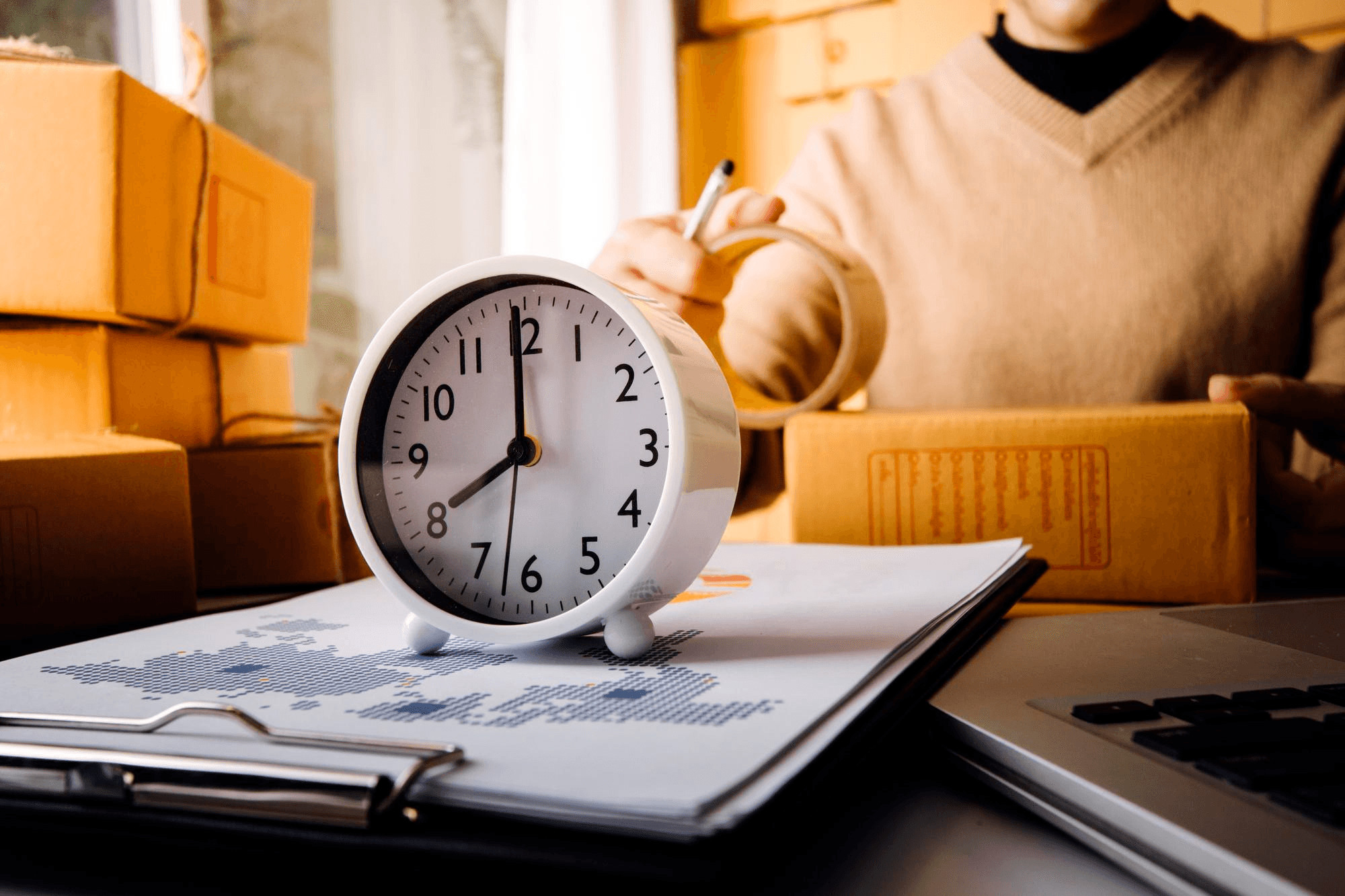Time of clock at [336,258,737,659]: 7:59
